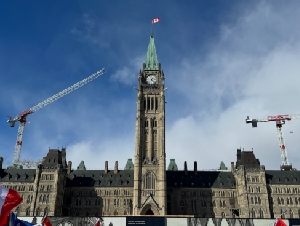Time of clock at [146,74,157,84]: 1:22
